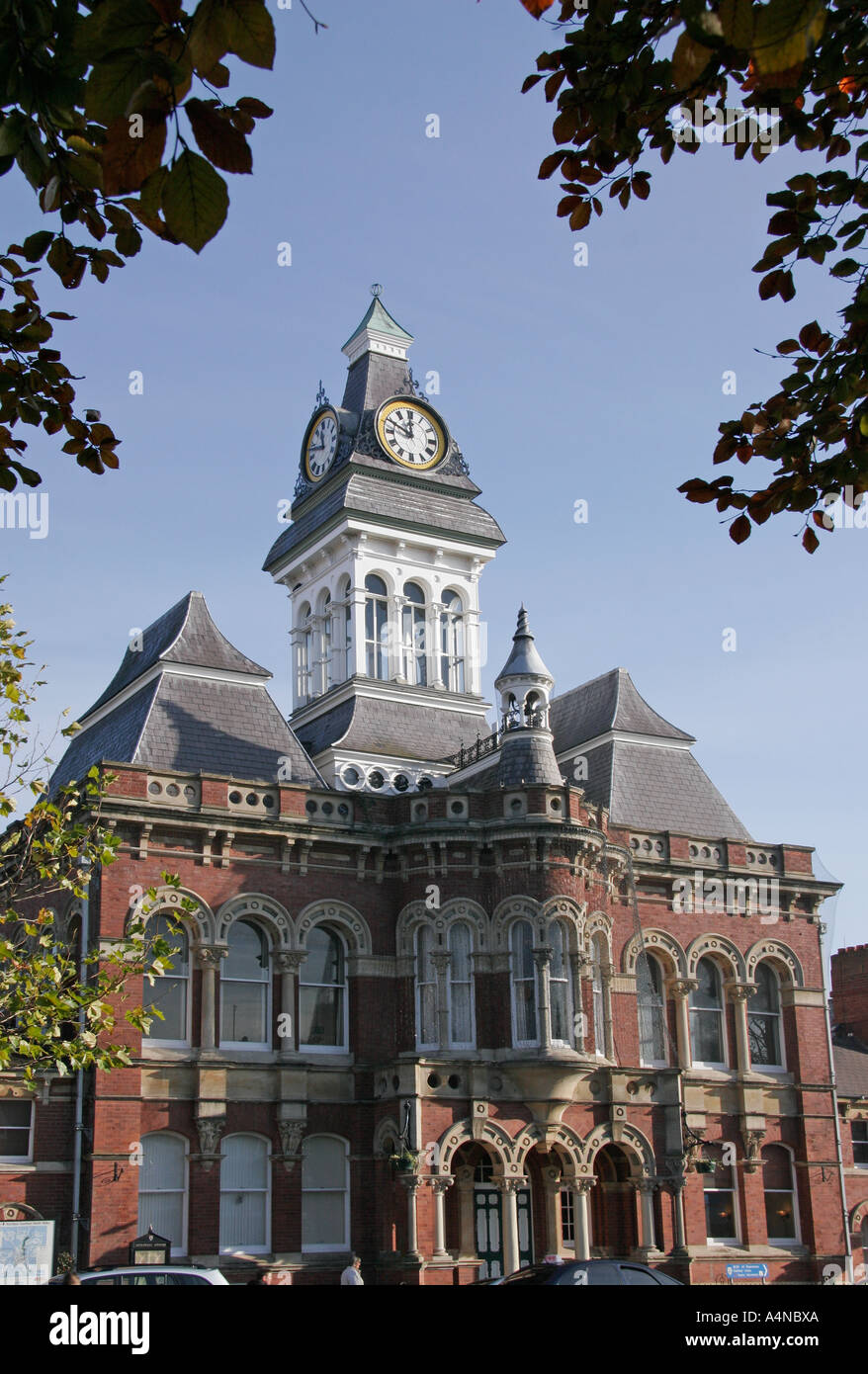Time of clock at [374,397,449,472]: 11:49
